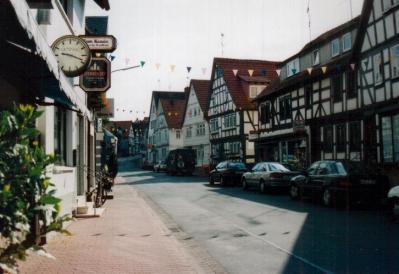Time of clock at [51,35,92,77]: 9:18
